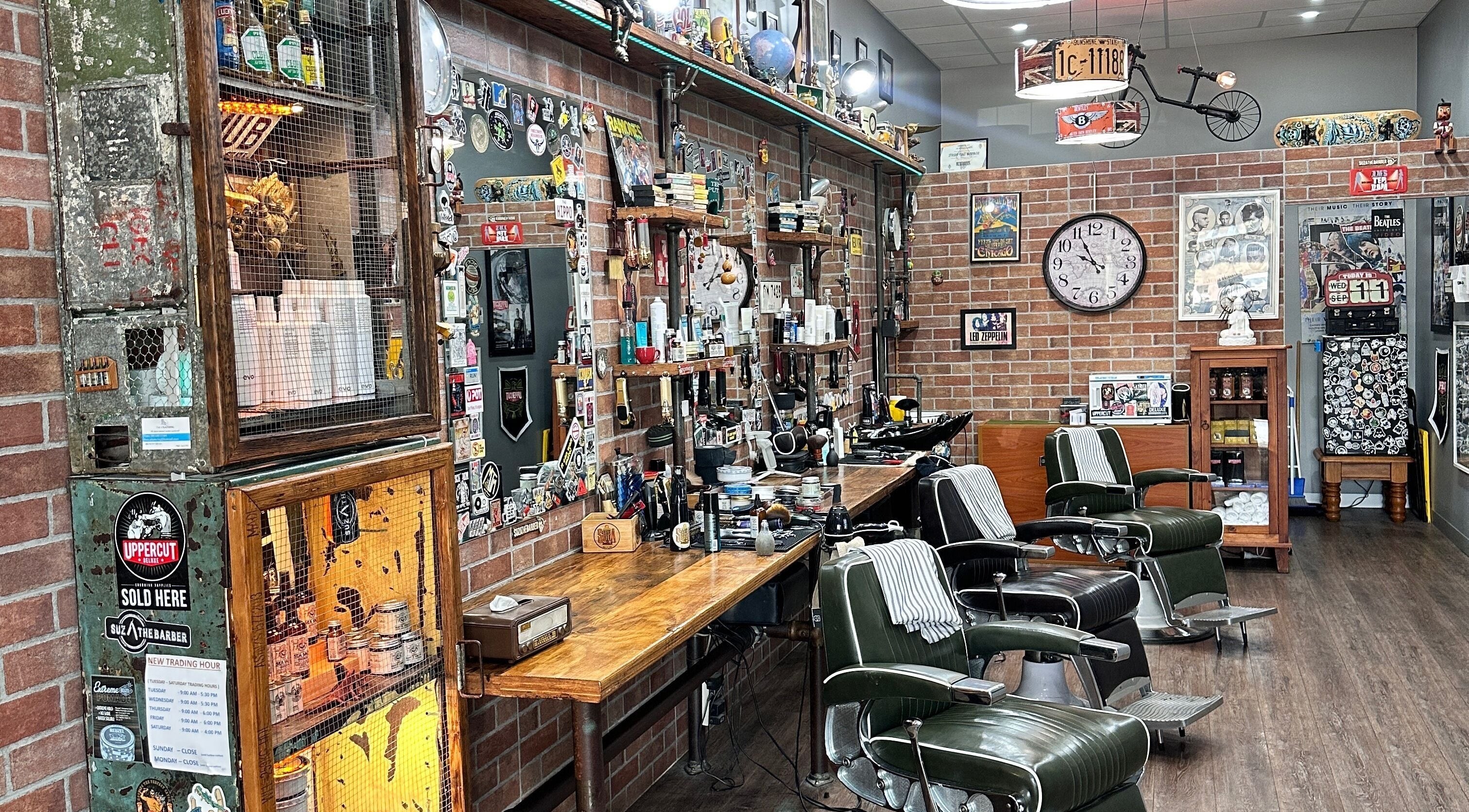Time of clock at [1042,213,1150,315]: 9:55
